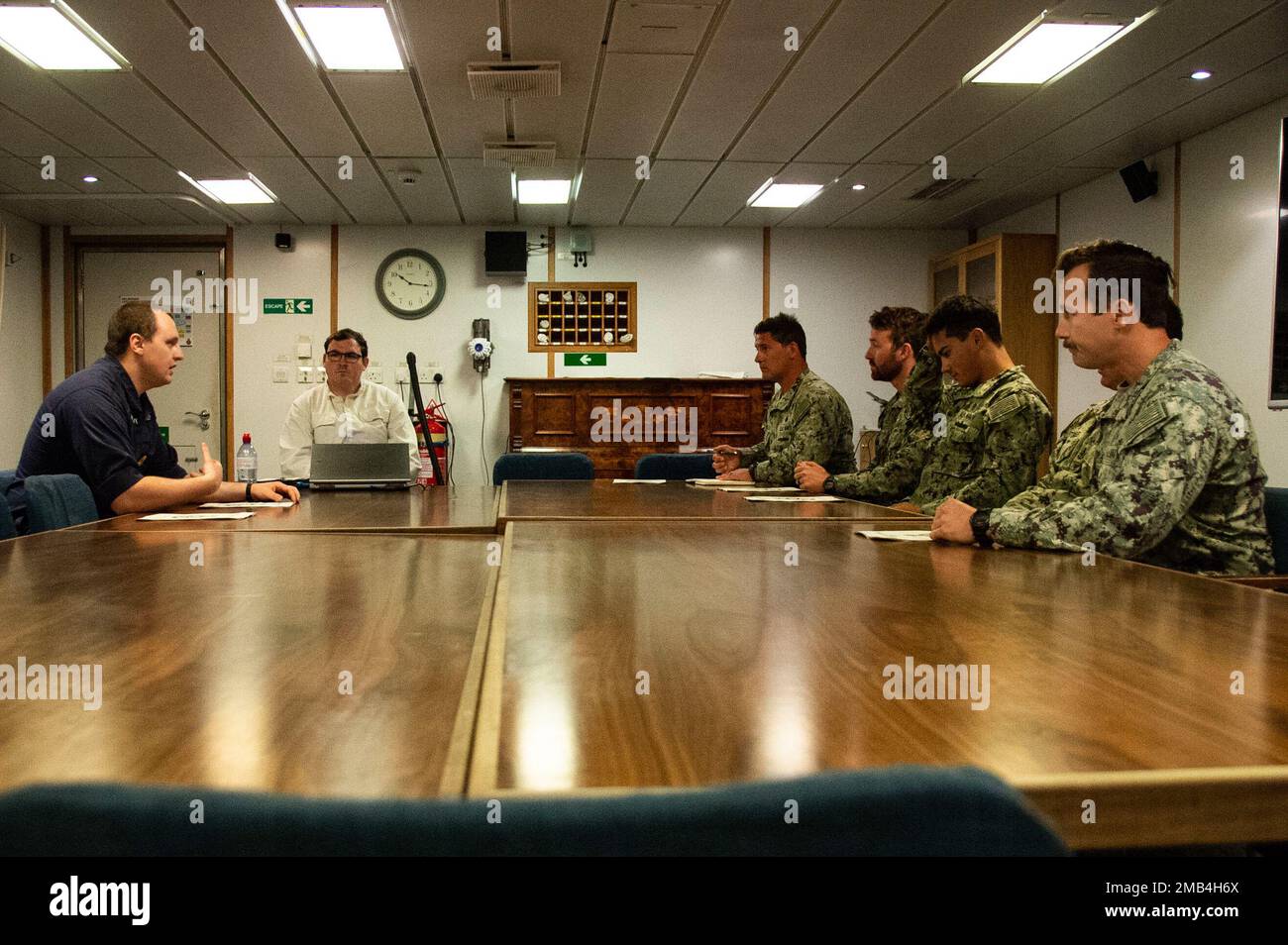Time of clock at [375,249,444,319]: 10:16
